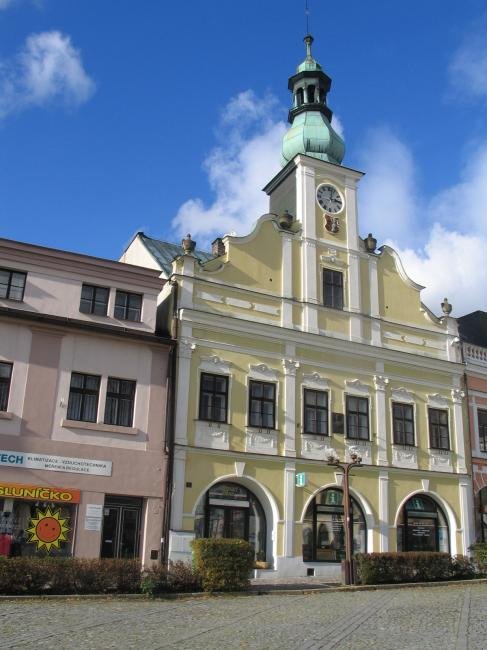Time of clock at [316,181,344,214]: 3:02
